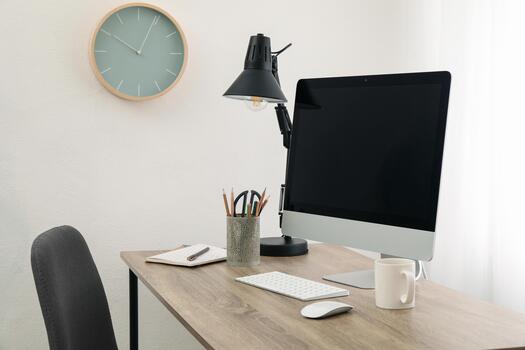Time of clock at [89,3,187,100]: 10:04
